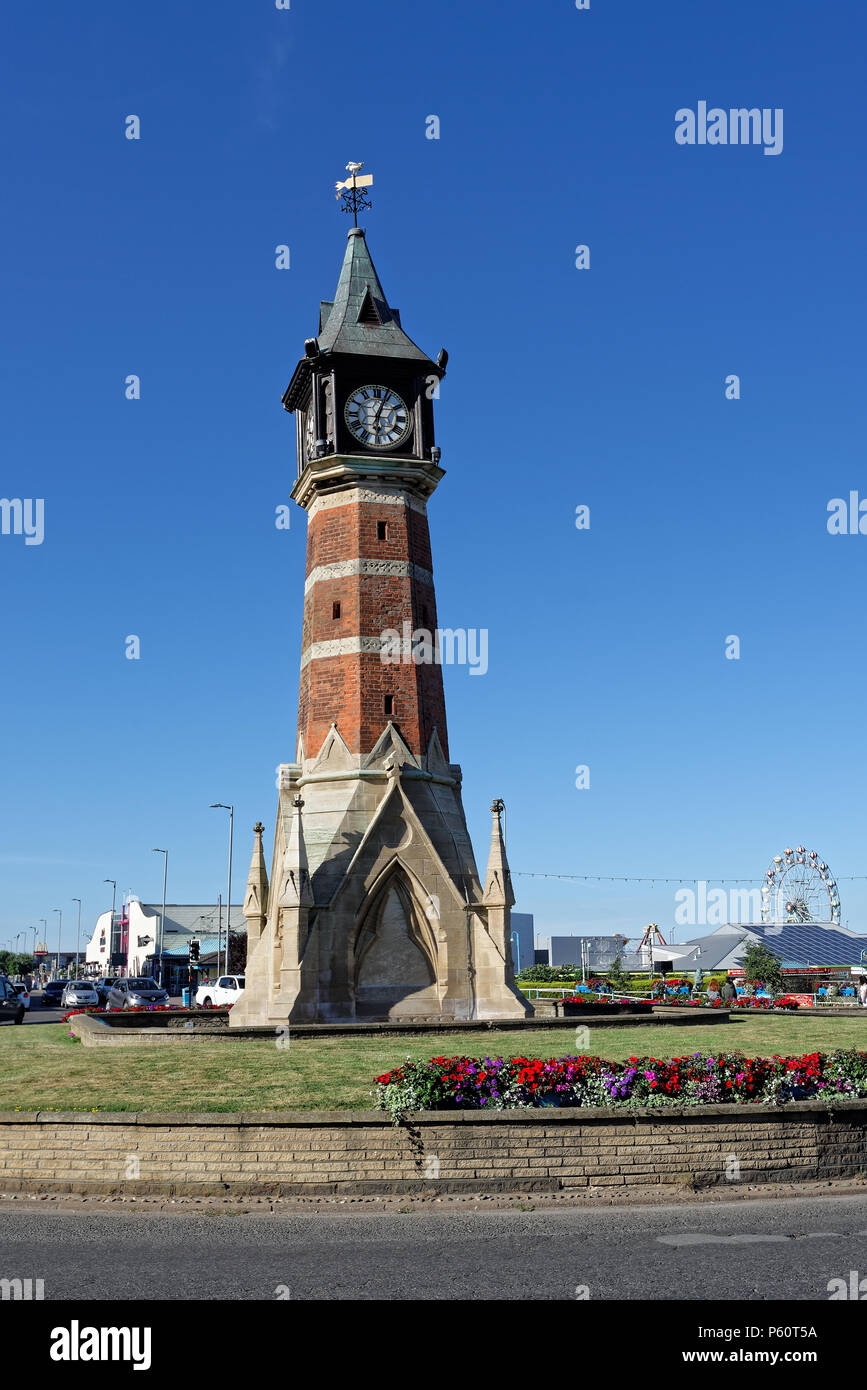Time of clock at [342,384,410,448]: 6:03
